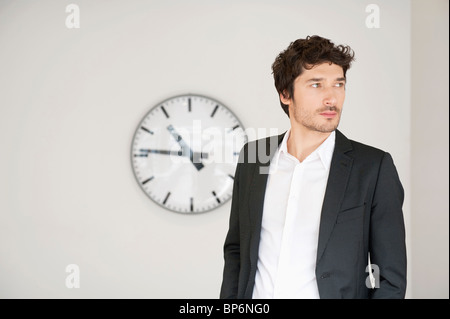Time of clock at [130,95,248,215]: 10:46
